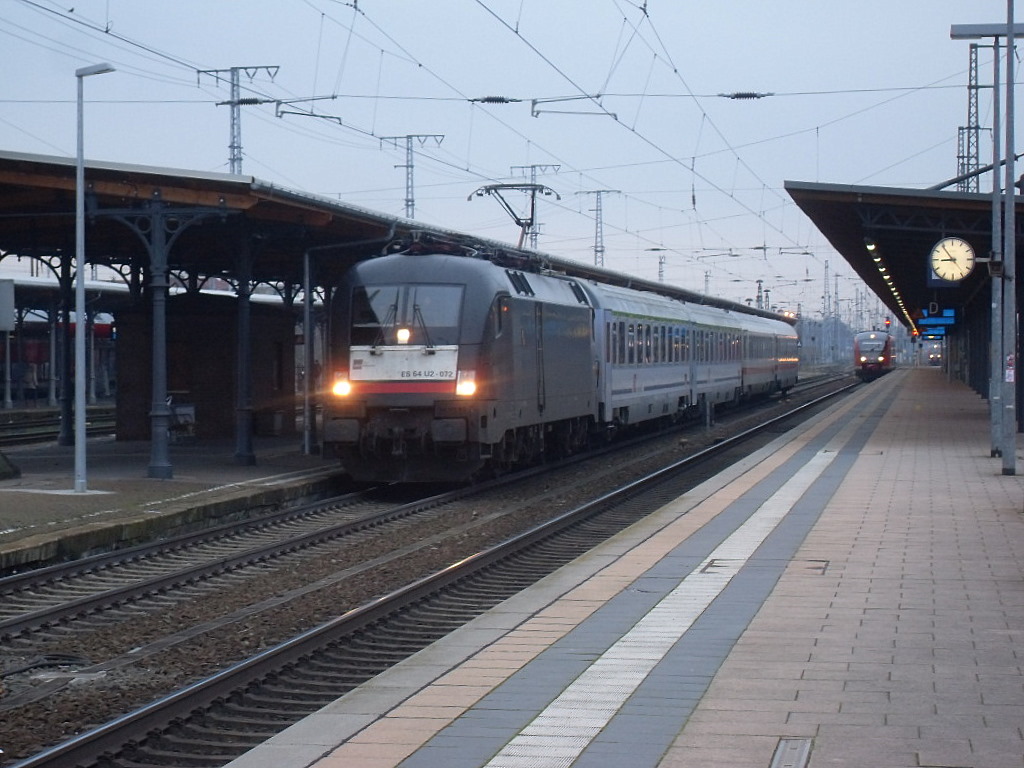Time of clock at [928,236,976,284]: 8:53
